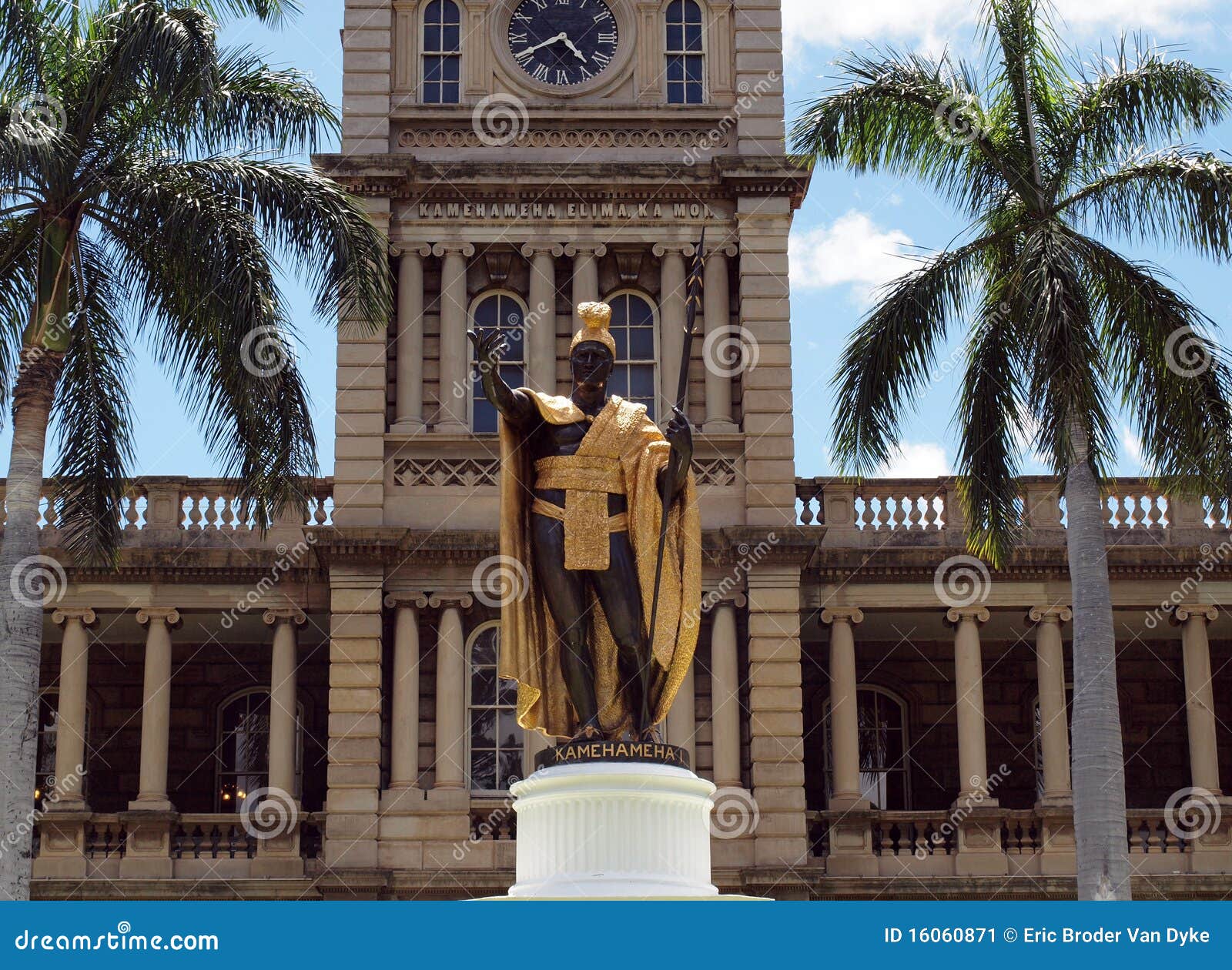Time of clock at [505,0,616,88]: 4:40
